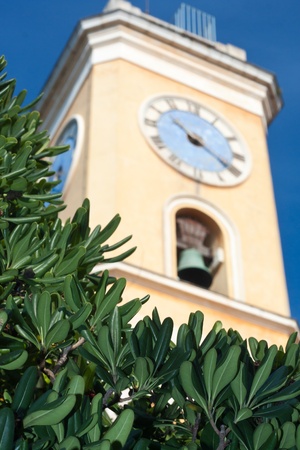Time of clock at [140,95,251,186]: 10:20
